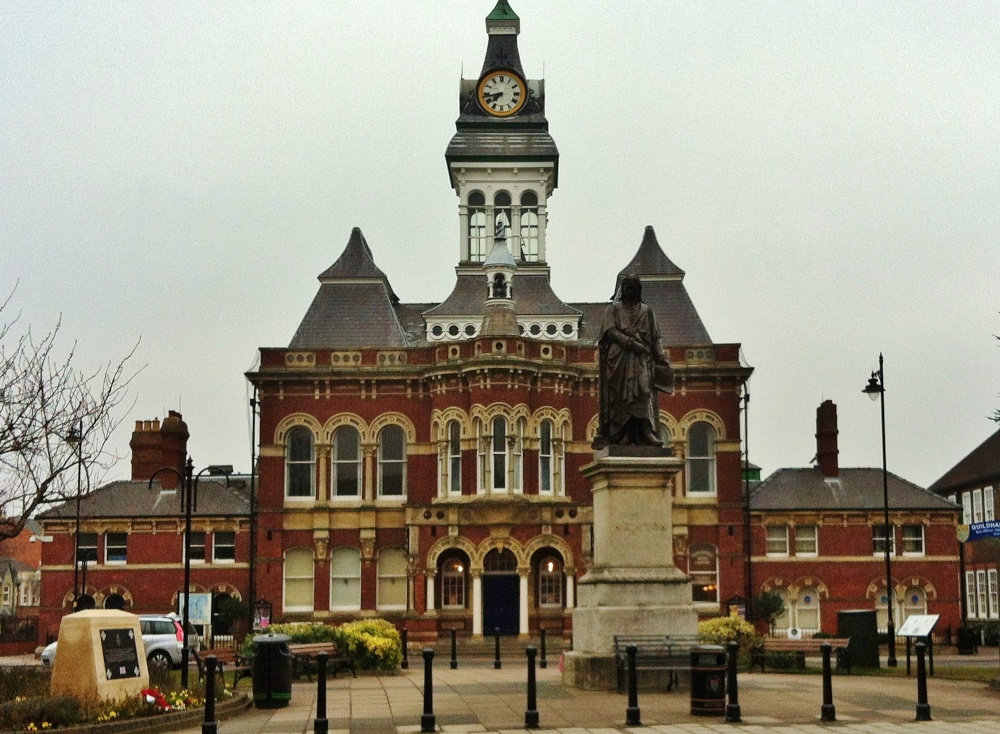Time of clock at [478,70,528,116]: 7:42
